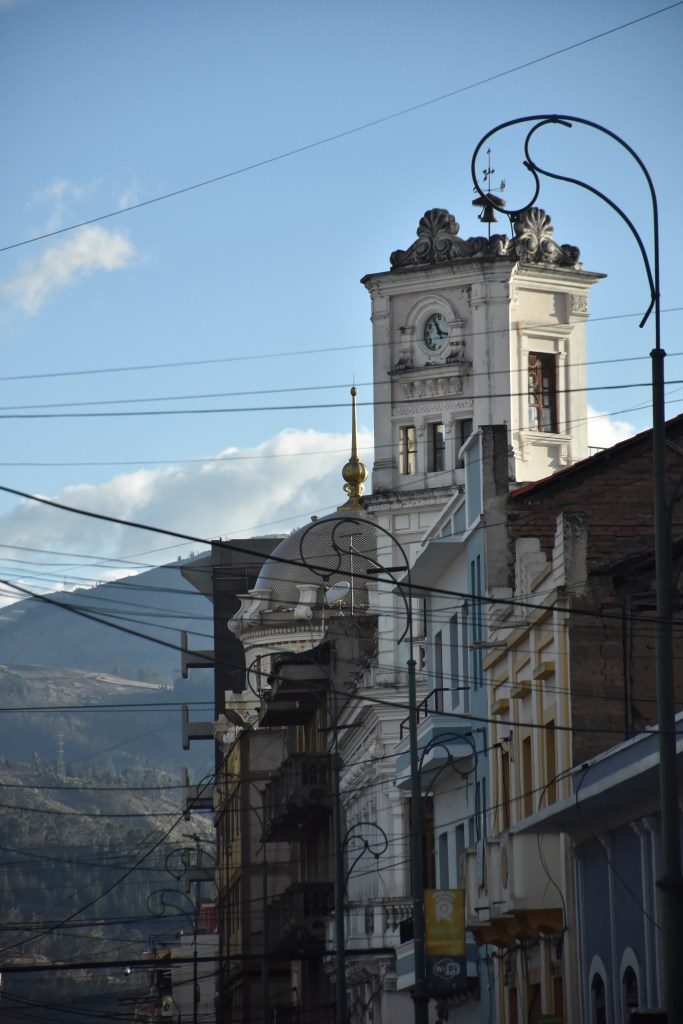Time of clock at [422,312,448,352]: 2:55
